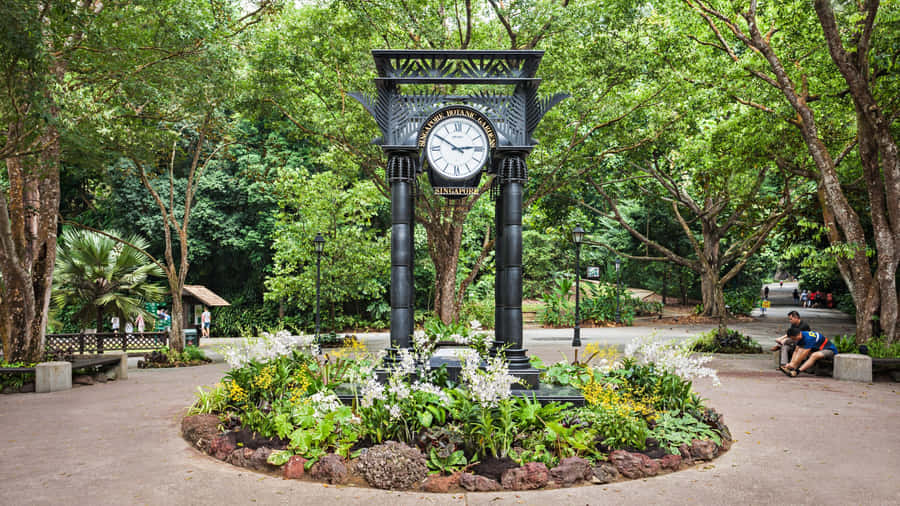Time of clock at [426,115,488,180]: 2:50
